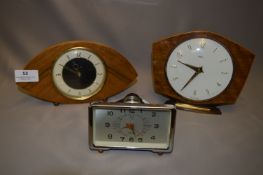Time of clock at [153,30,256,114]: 9:34
